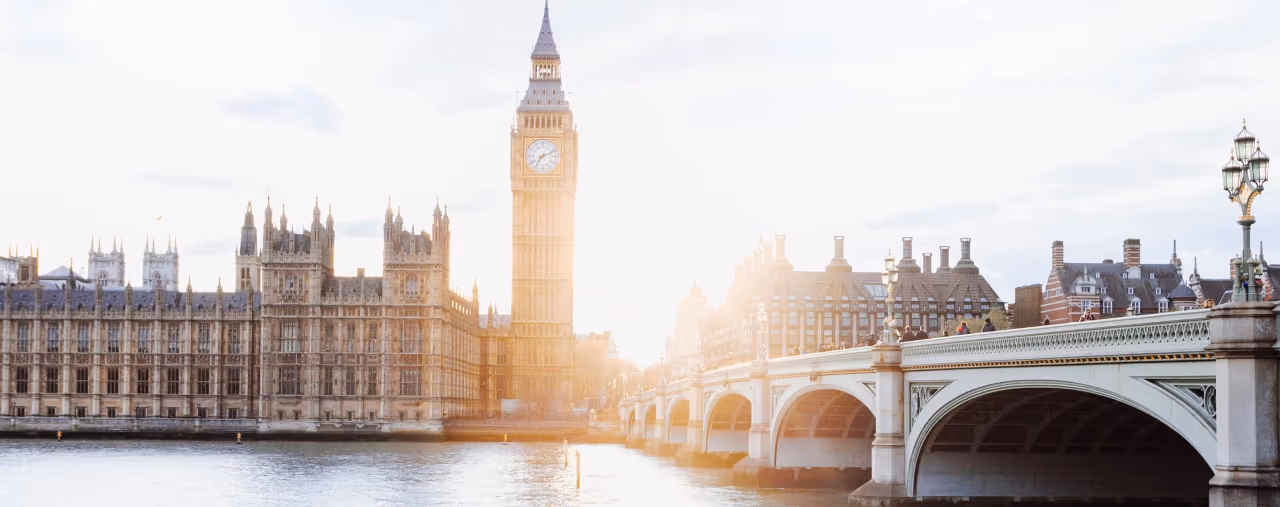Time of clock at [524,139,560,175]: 7:11
